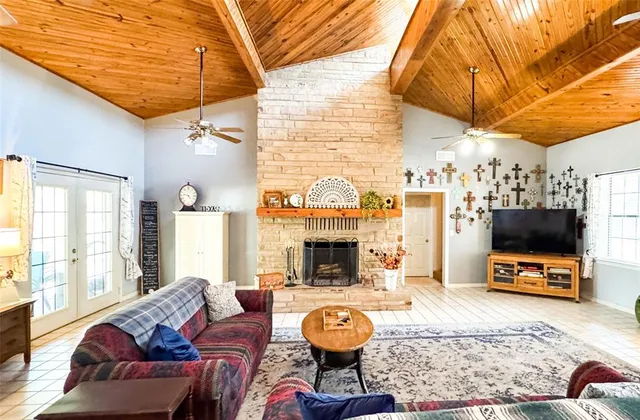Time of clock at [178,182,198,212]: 4:46
